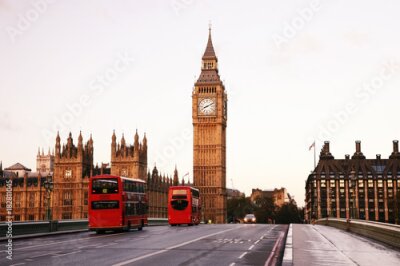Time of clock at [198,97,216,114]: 8:11
